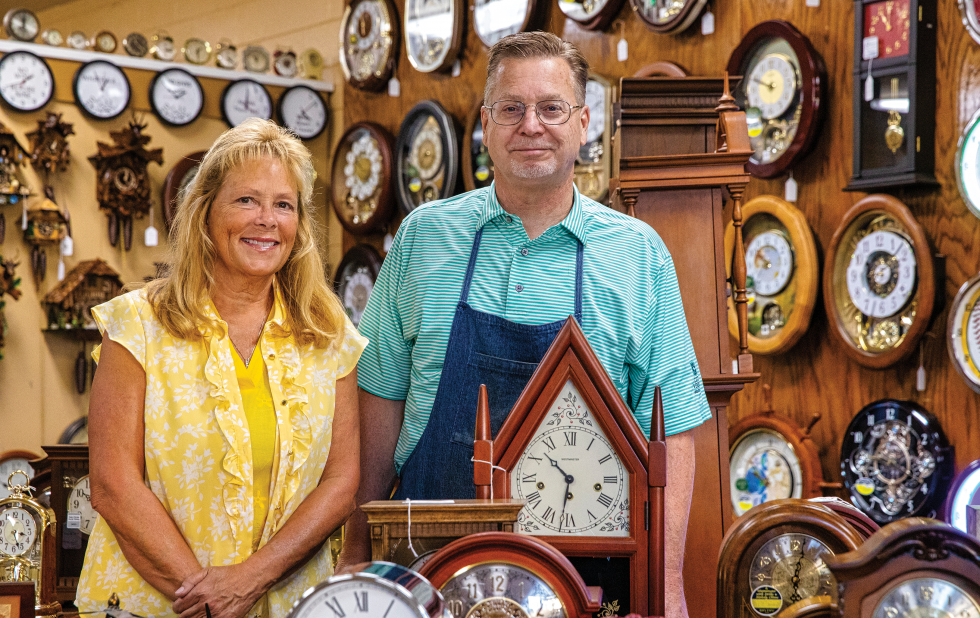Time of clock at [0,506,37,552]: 3:26
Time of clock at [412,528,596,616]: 10:31
